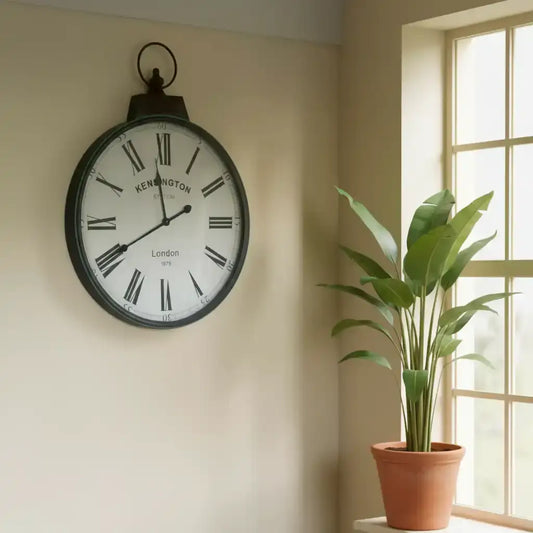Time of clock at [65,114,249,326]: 11:40
